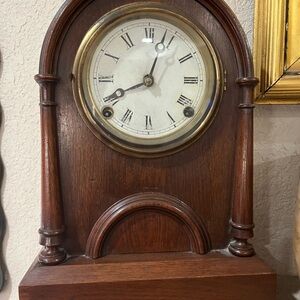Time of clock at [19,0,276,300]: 12:41
